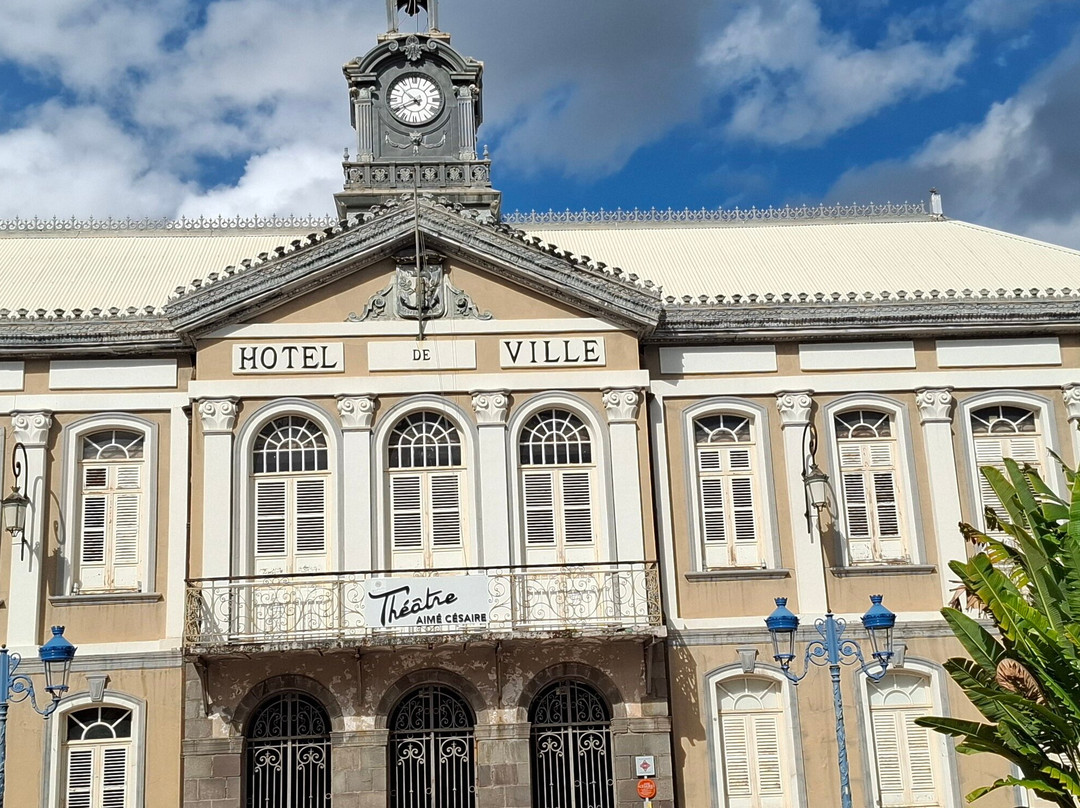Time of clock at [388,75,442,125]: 4:40
